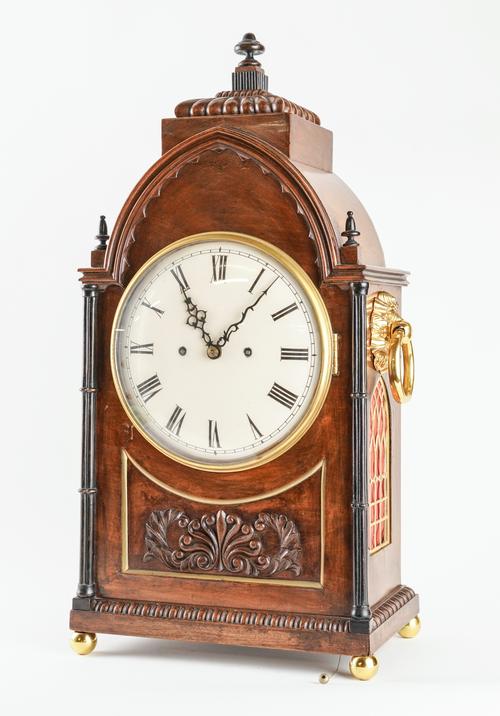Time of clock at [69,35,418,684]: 11:07
